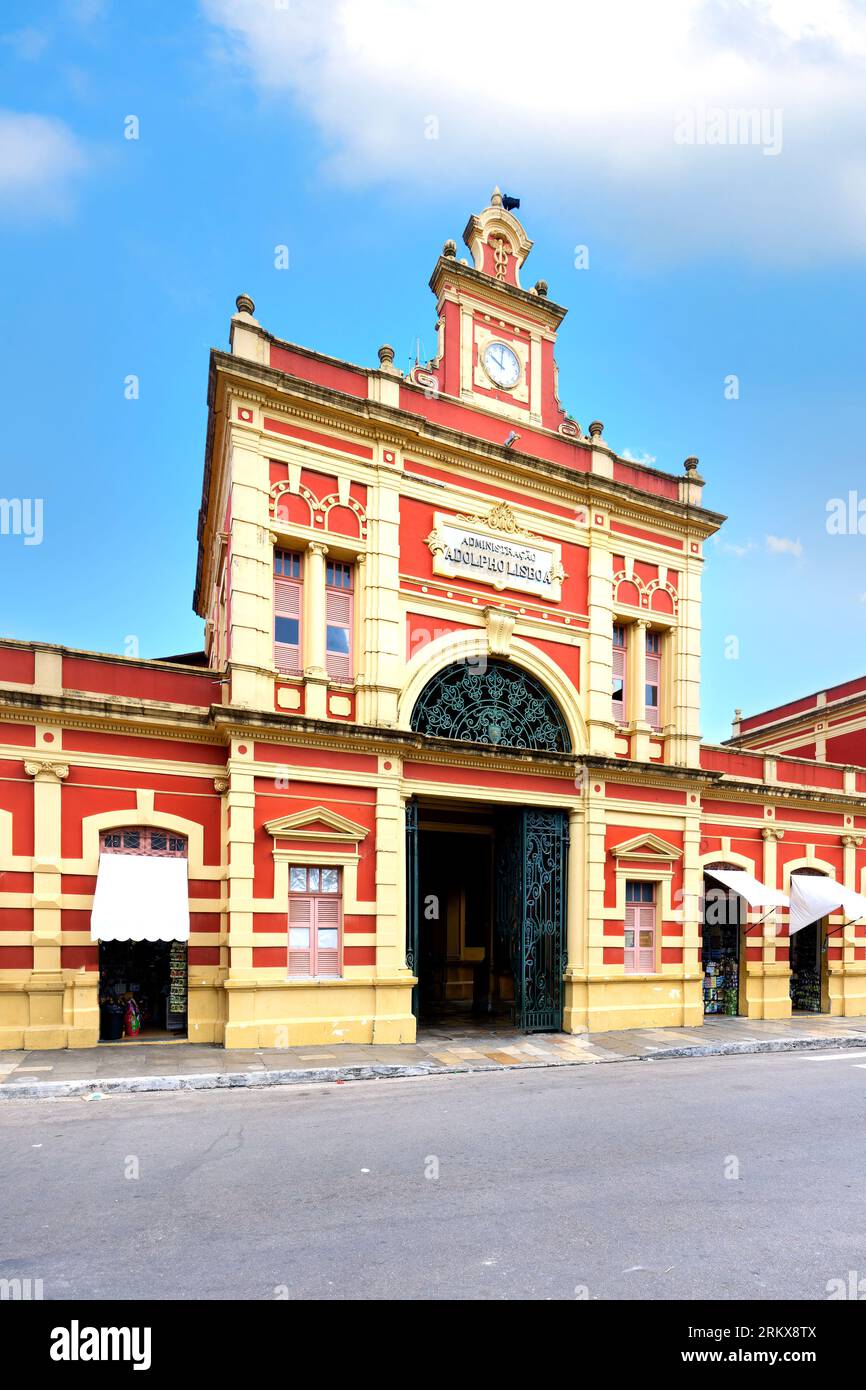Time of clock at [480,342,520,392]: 10:00
